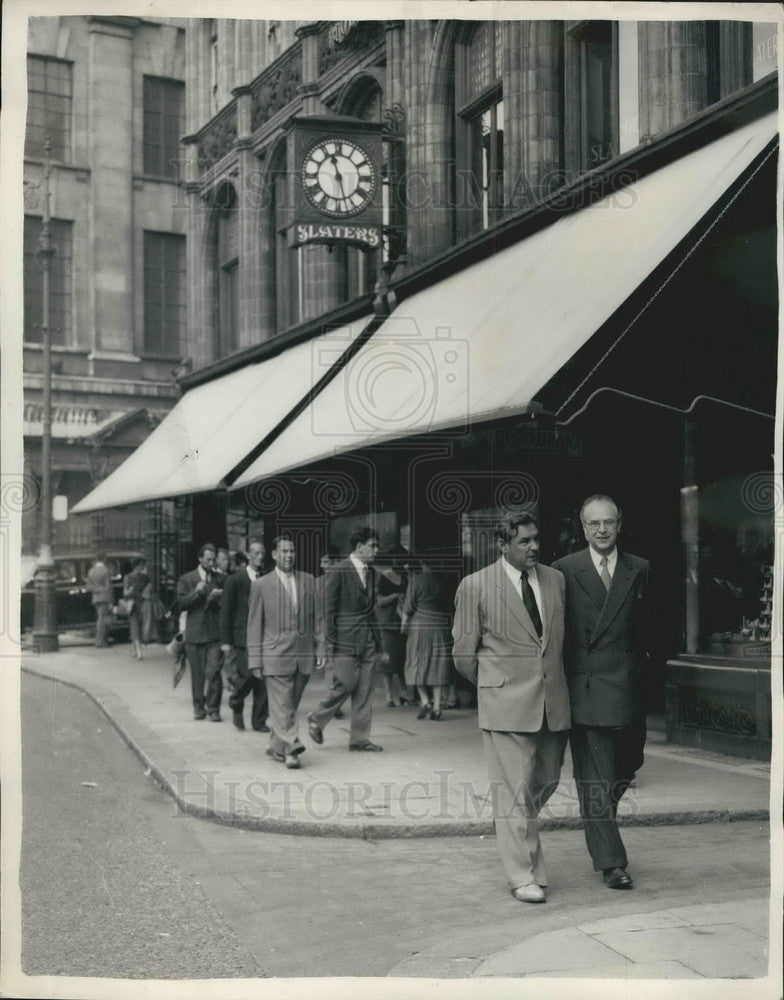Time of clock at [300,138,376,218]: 11:27
